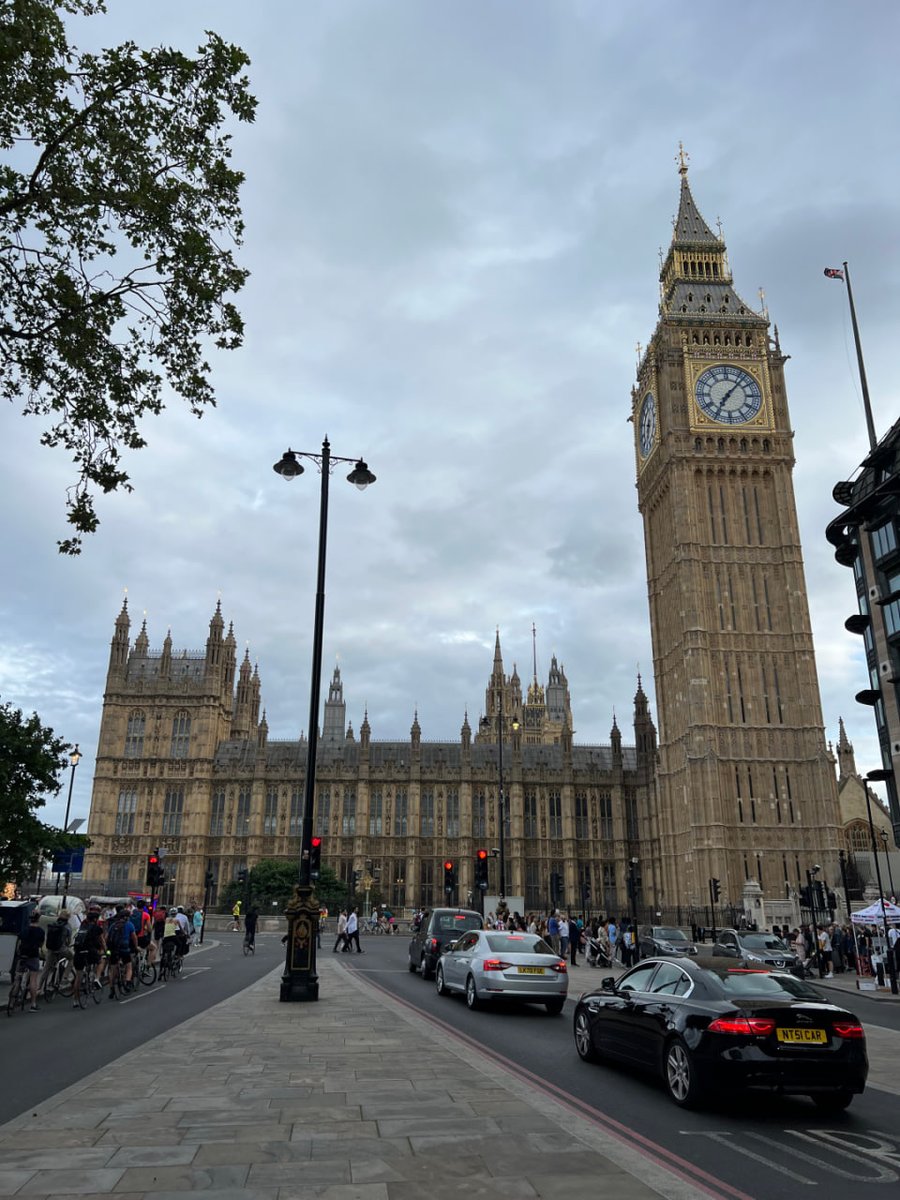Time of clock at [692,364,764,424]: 7:07
